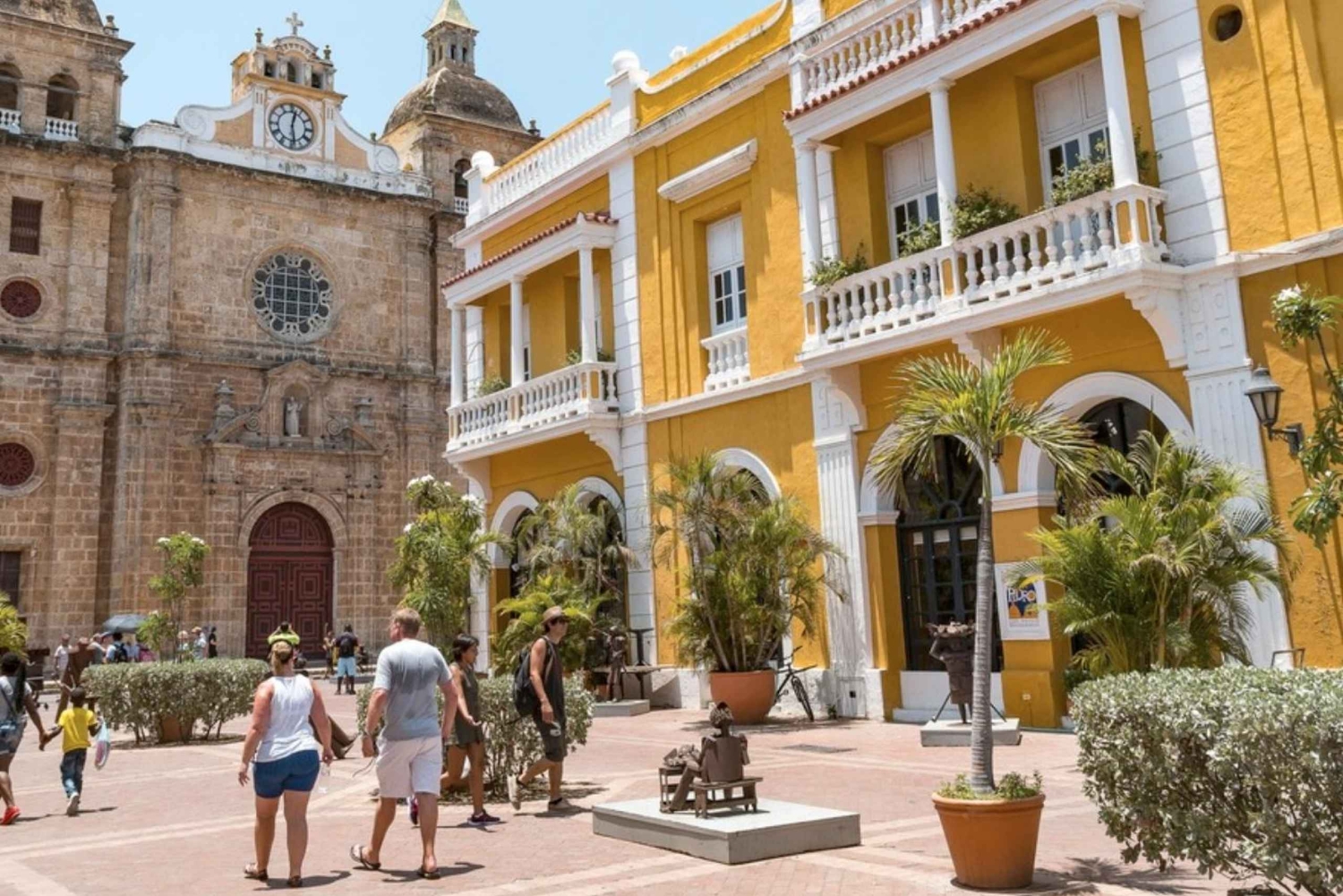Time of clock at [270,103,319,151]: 12:28
